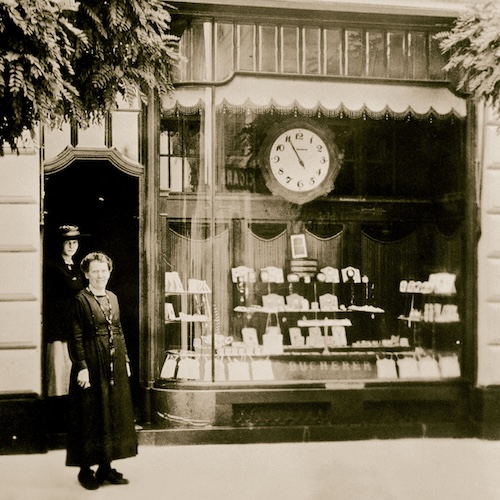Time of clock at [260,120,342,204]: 10:55
